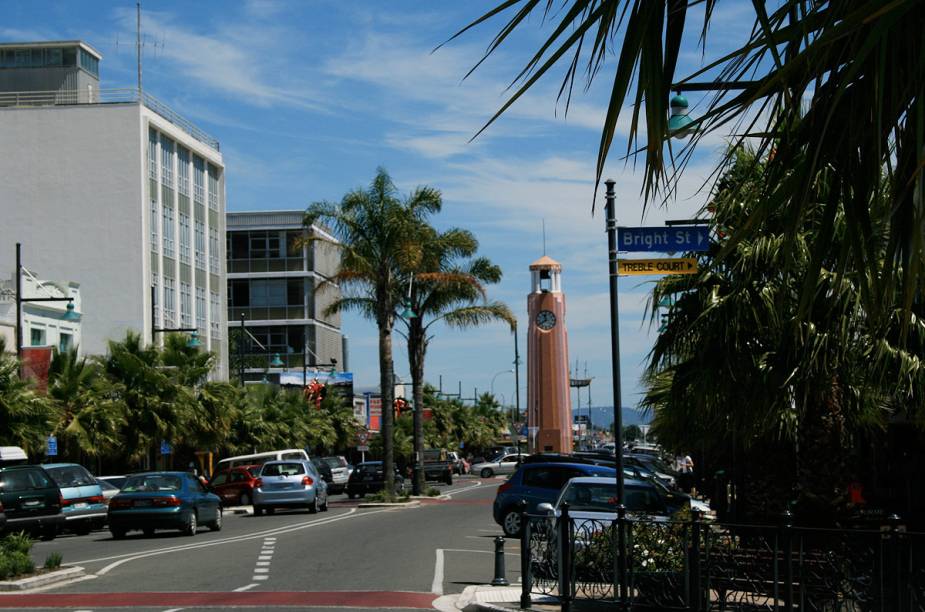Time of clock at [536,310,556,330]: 11:39
